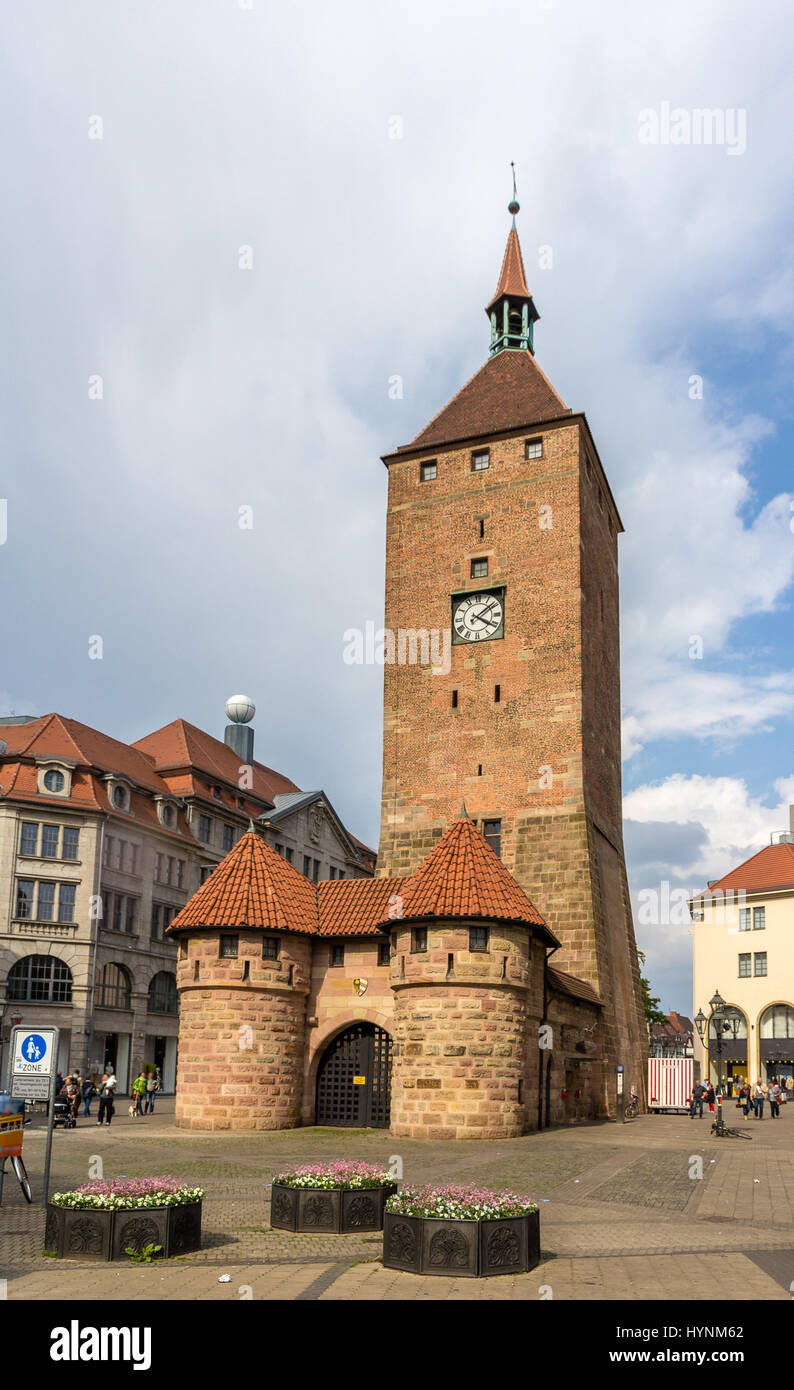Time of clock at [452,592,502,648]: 4:08
